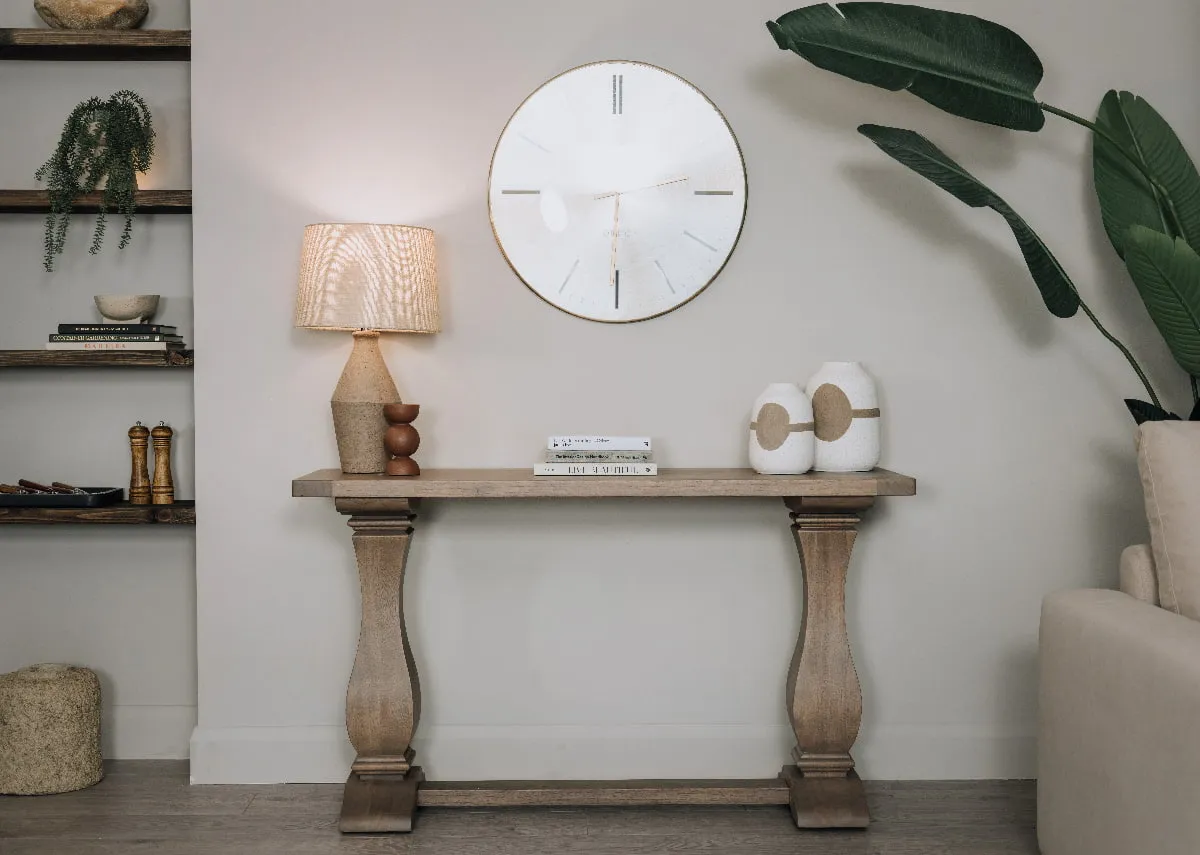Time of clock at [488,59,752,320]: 2:30
